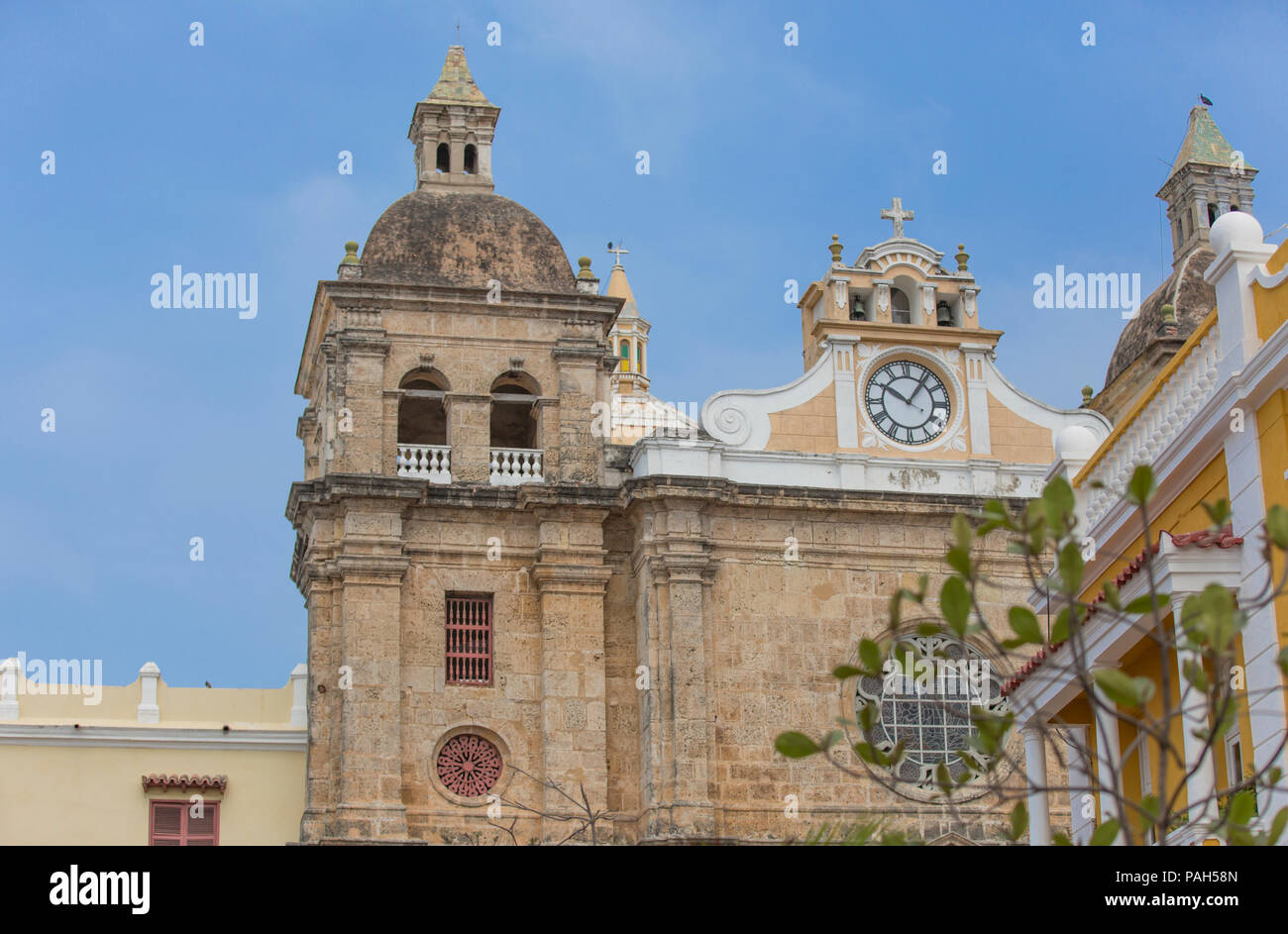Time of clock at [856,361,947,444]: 10:06
